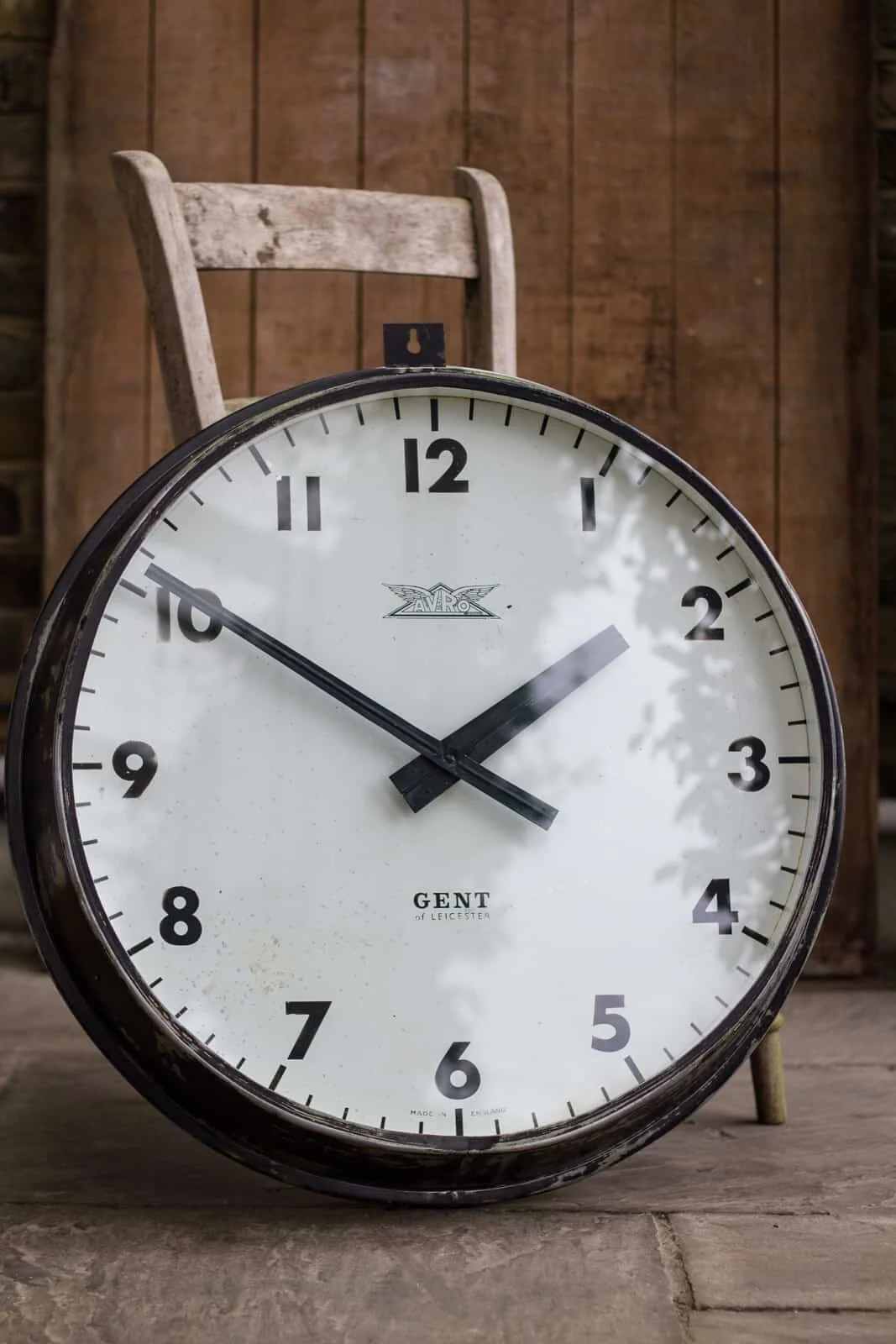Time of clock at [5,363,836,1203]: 1:50
